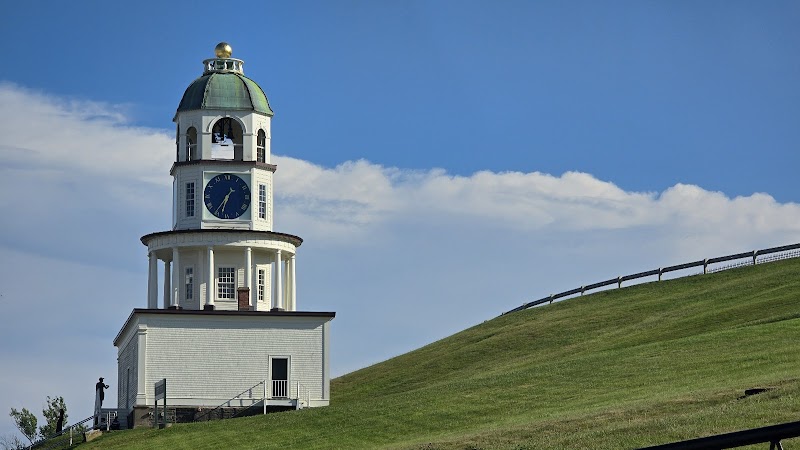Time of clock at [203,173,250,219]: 6:36
